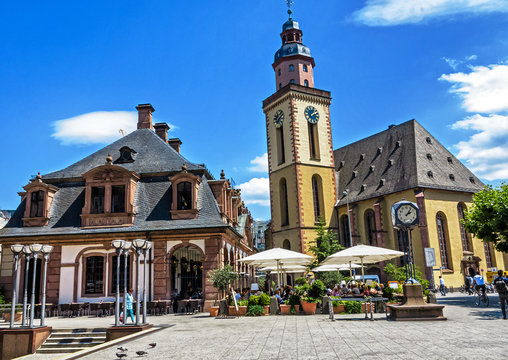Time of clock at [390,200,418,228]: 2:06
